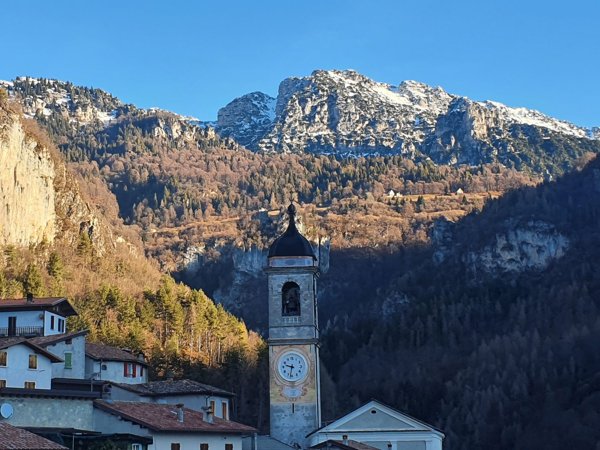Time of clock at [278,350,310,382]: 9:32
